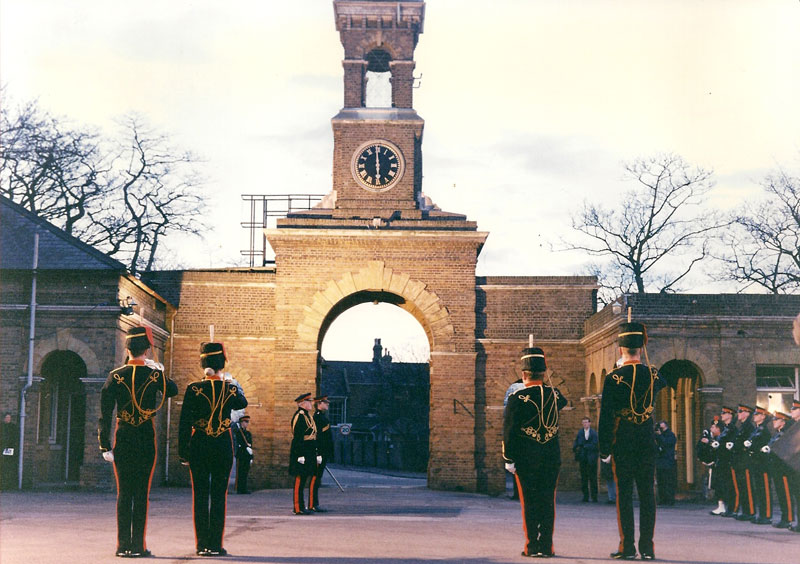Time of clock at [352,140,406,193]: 5:59
